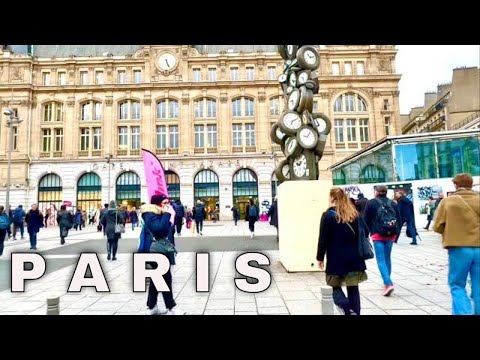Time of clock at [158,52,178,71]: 5:26
